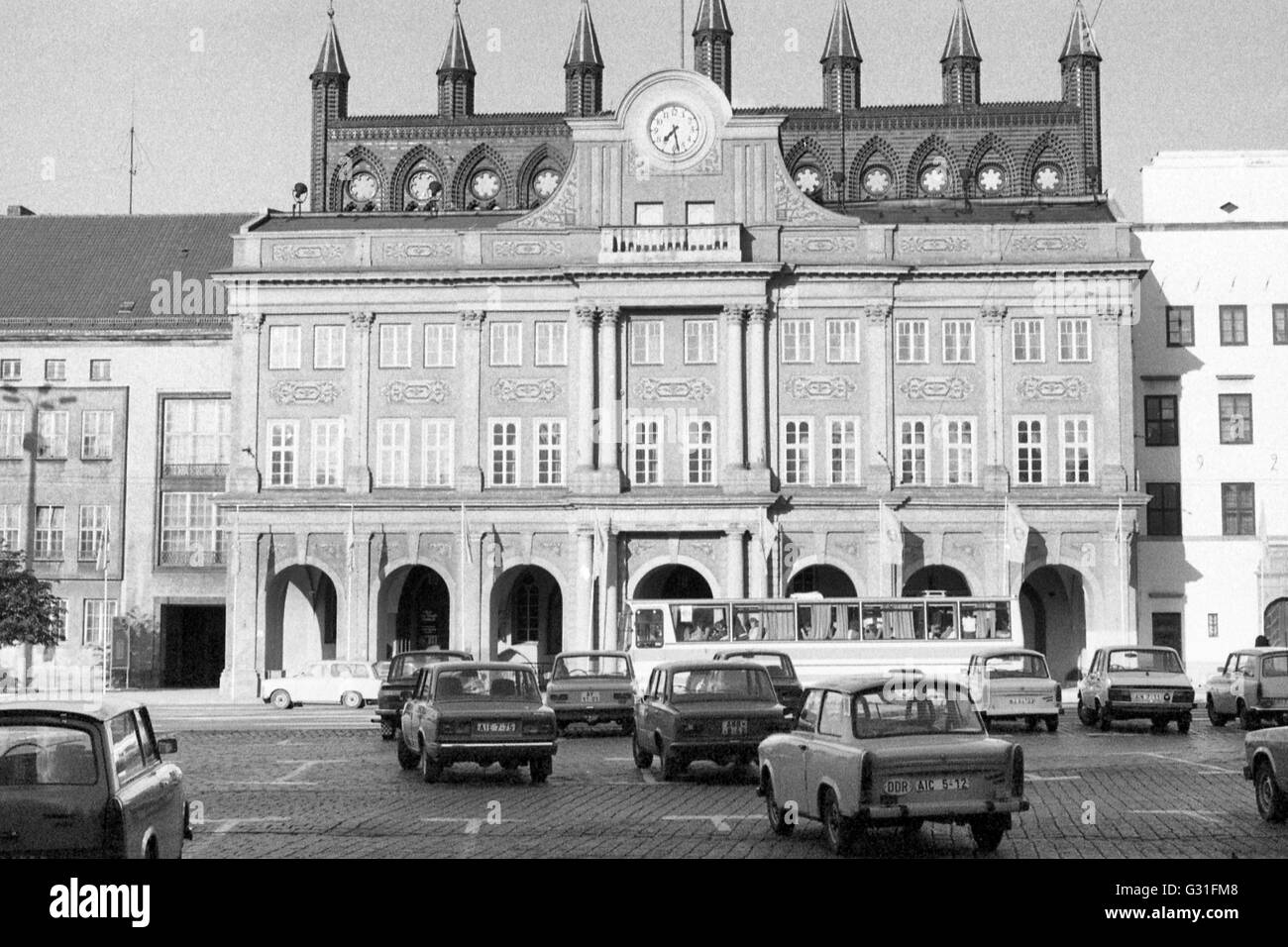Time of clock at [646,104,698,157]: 7:28
